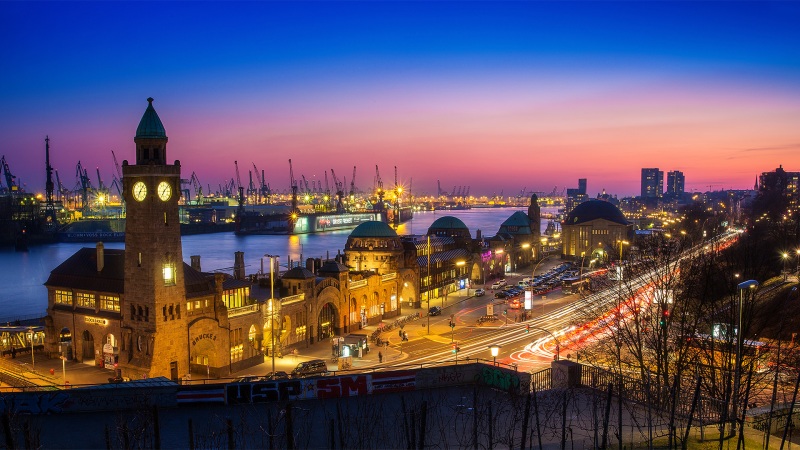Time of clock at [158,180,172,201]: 7:07
